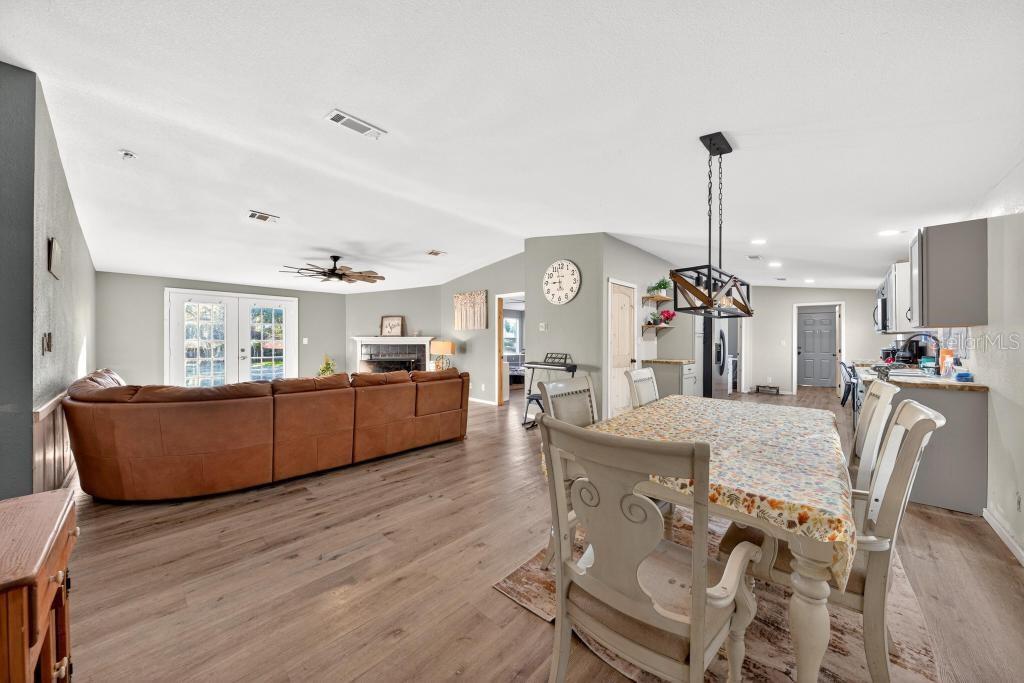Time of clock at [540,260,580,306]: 8:57
